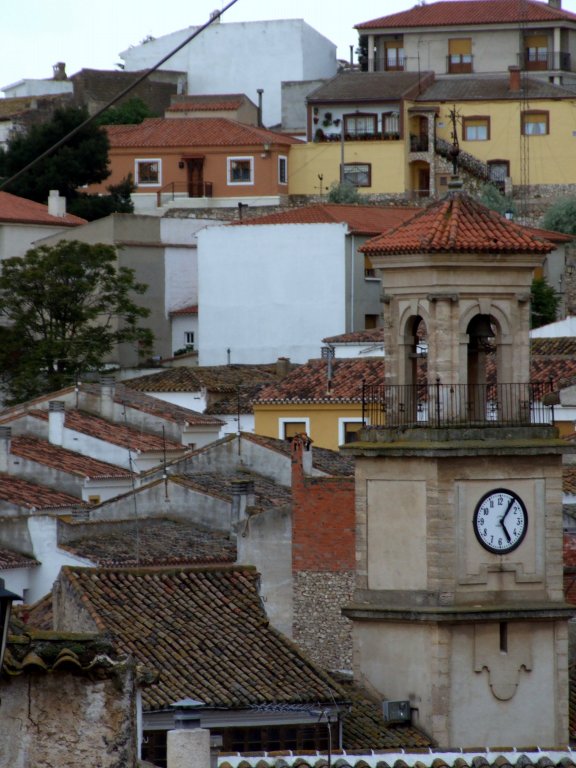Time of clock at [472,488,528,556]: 5:05
